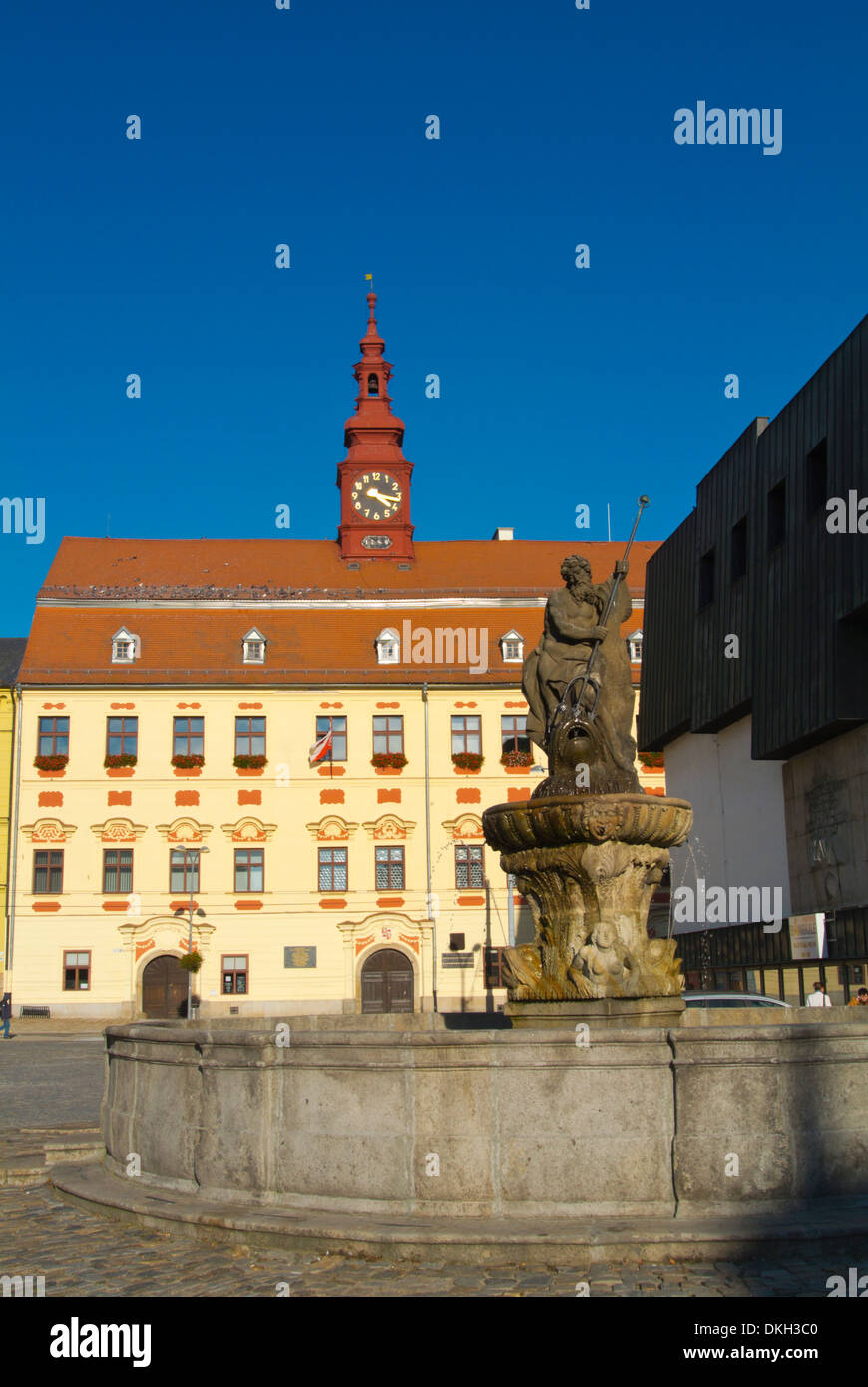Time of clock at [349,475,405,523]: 4:16
